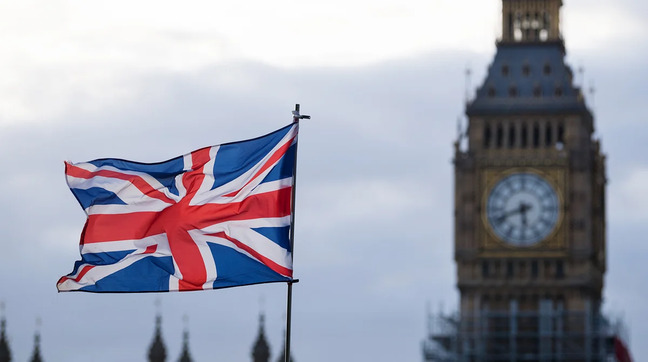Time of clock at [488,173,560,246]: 5:41
